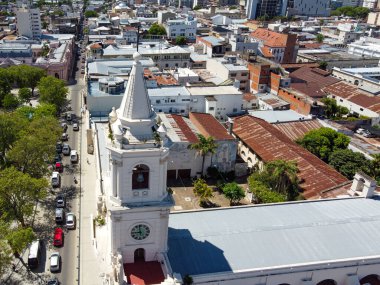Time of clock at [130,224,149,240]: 8:58
